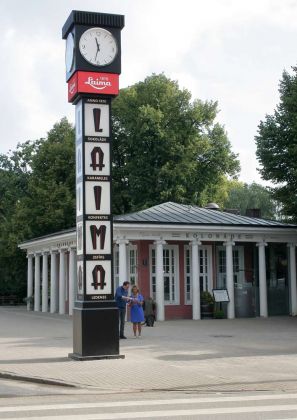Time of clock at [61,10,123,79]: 11:32
